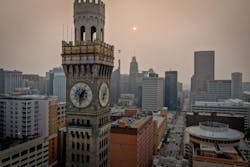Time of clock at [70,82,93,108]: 1:31
